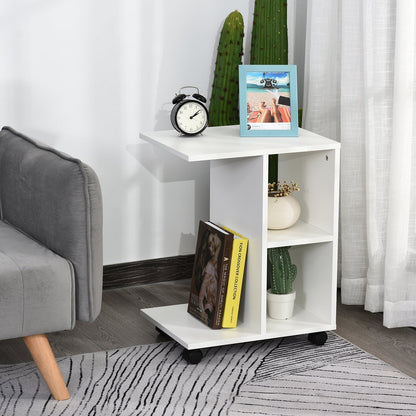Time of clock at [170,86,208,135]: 2:09
